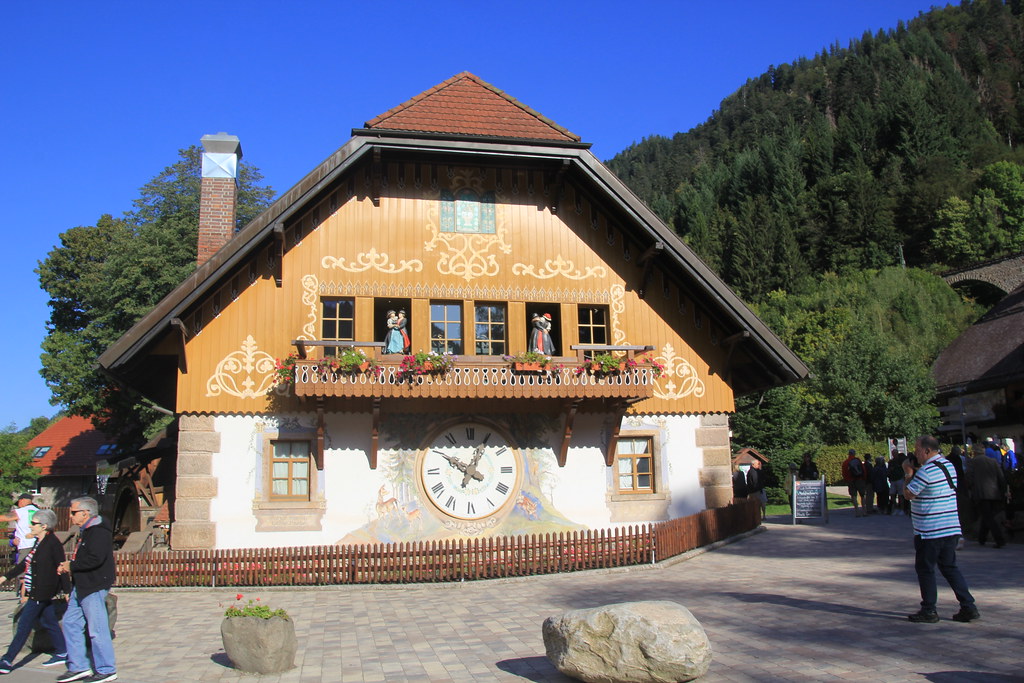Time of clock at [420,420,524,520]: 10:03
